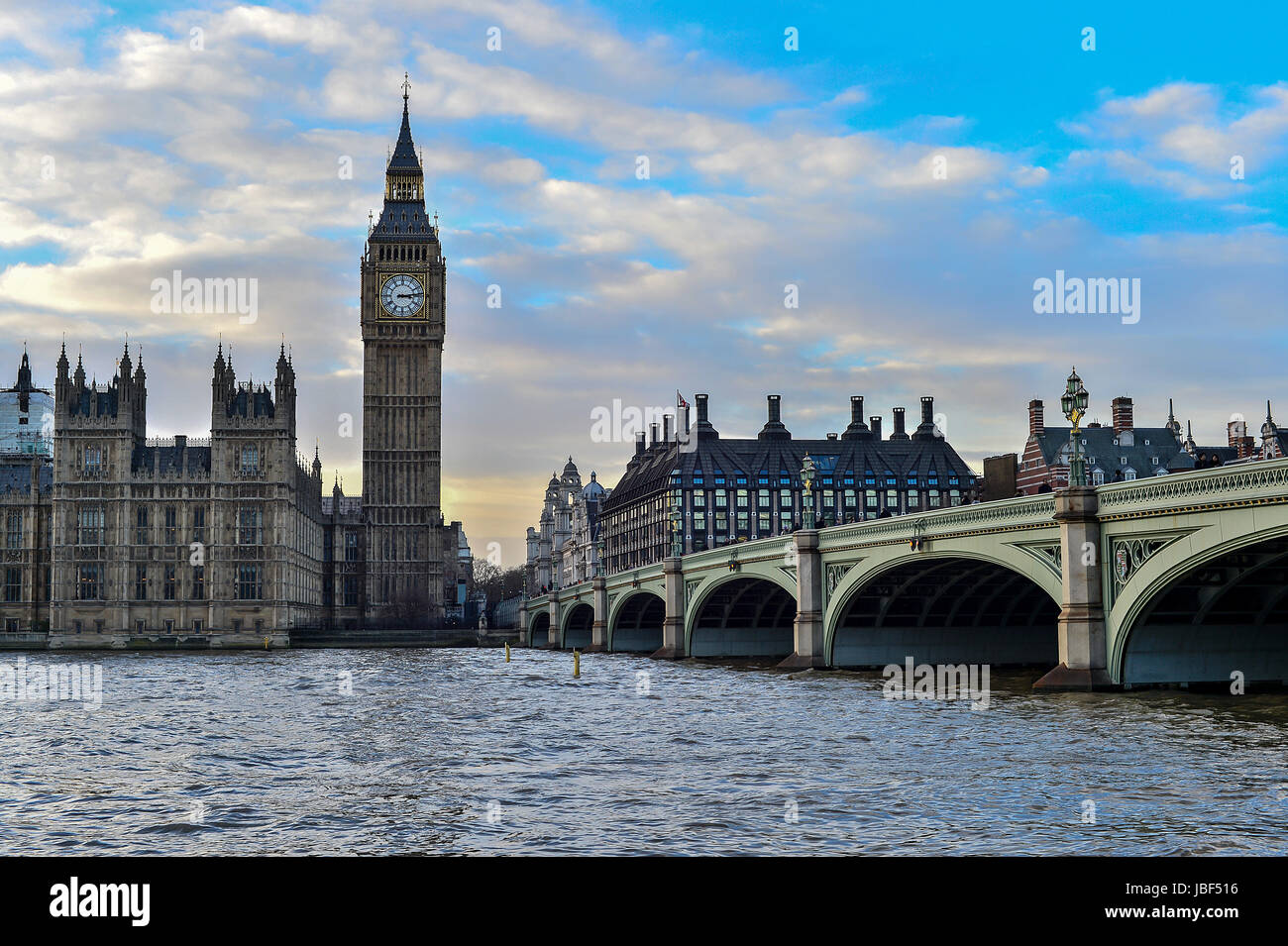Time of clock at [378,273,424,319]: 3:13
